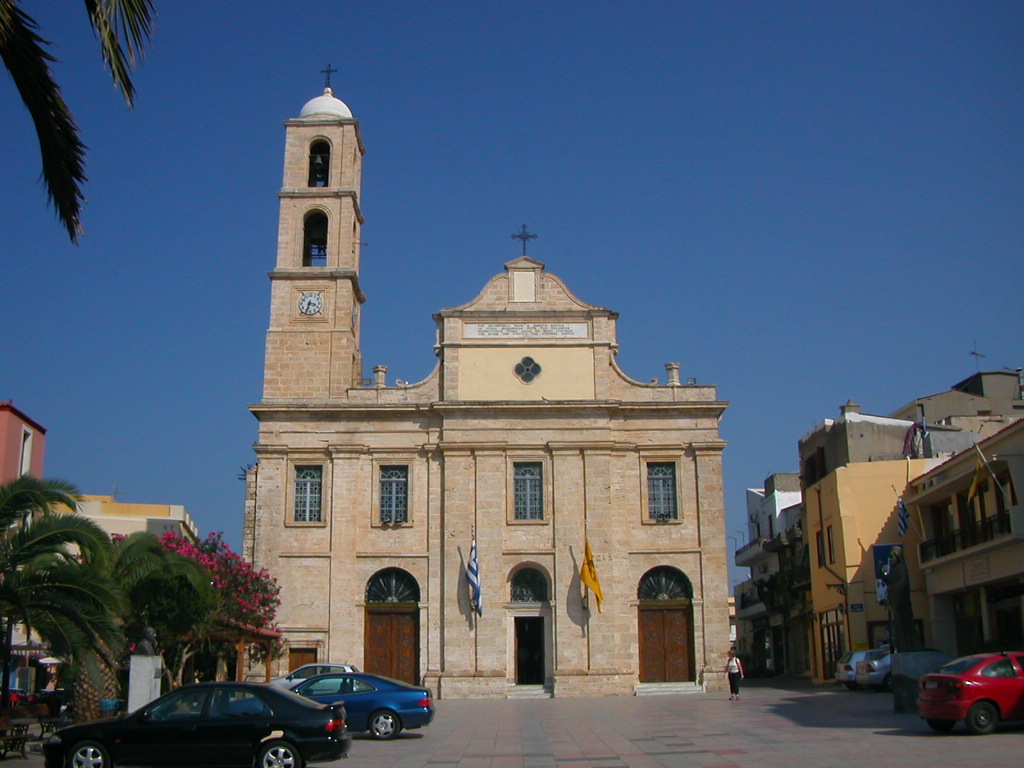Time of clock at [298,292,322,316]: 3:33
